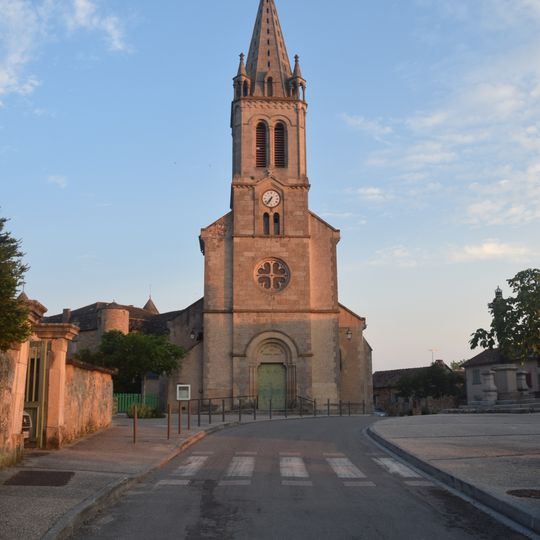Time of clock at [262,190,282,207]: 6:36
